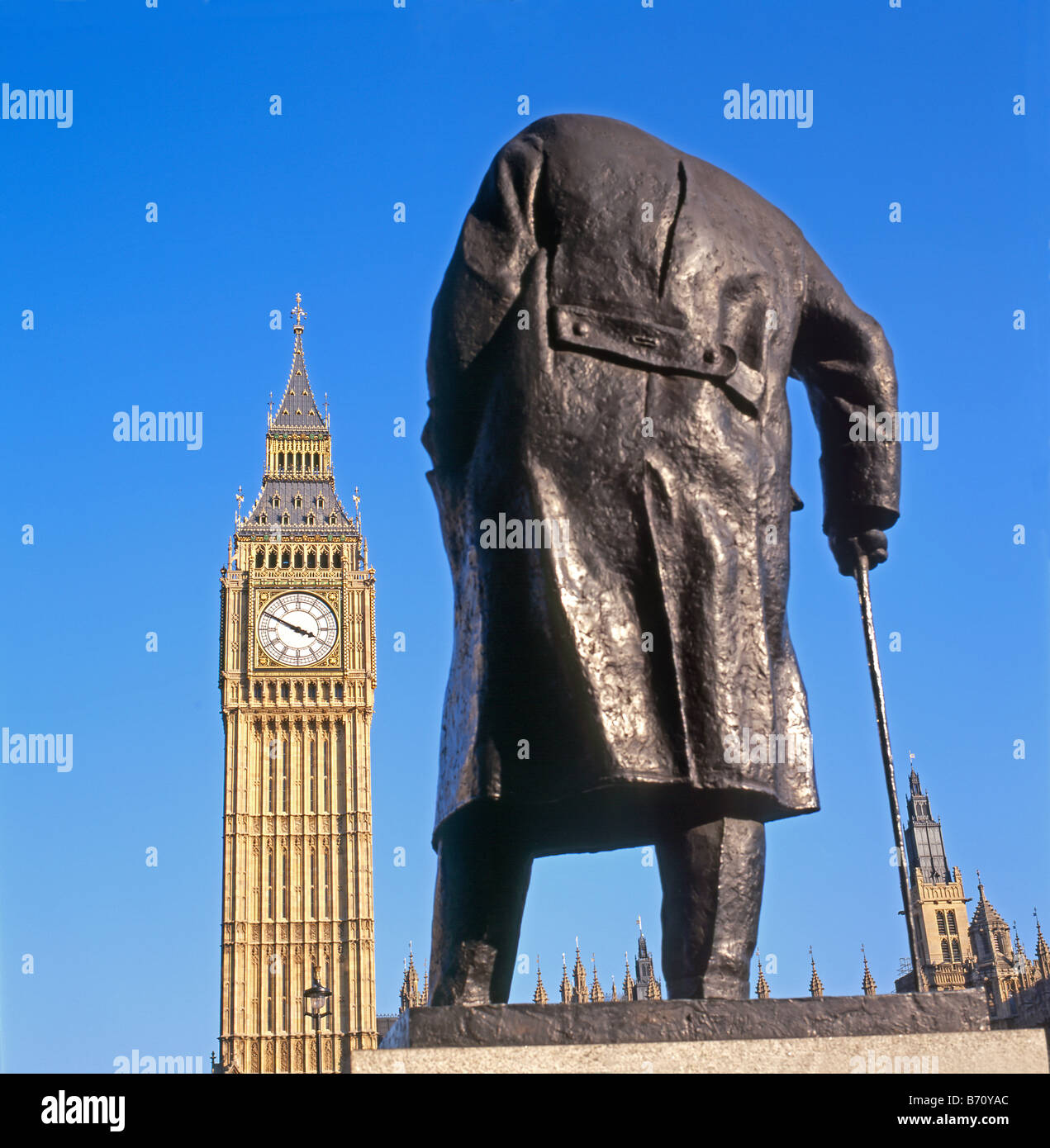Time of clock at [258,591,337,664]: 3:49
